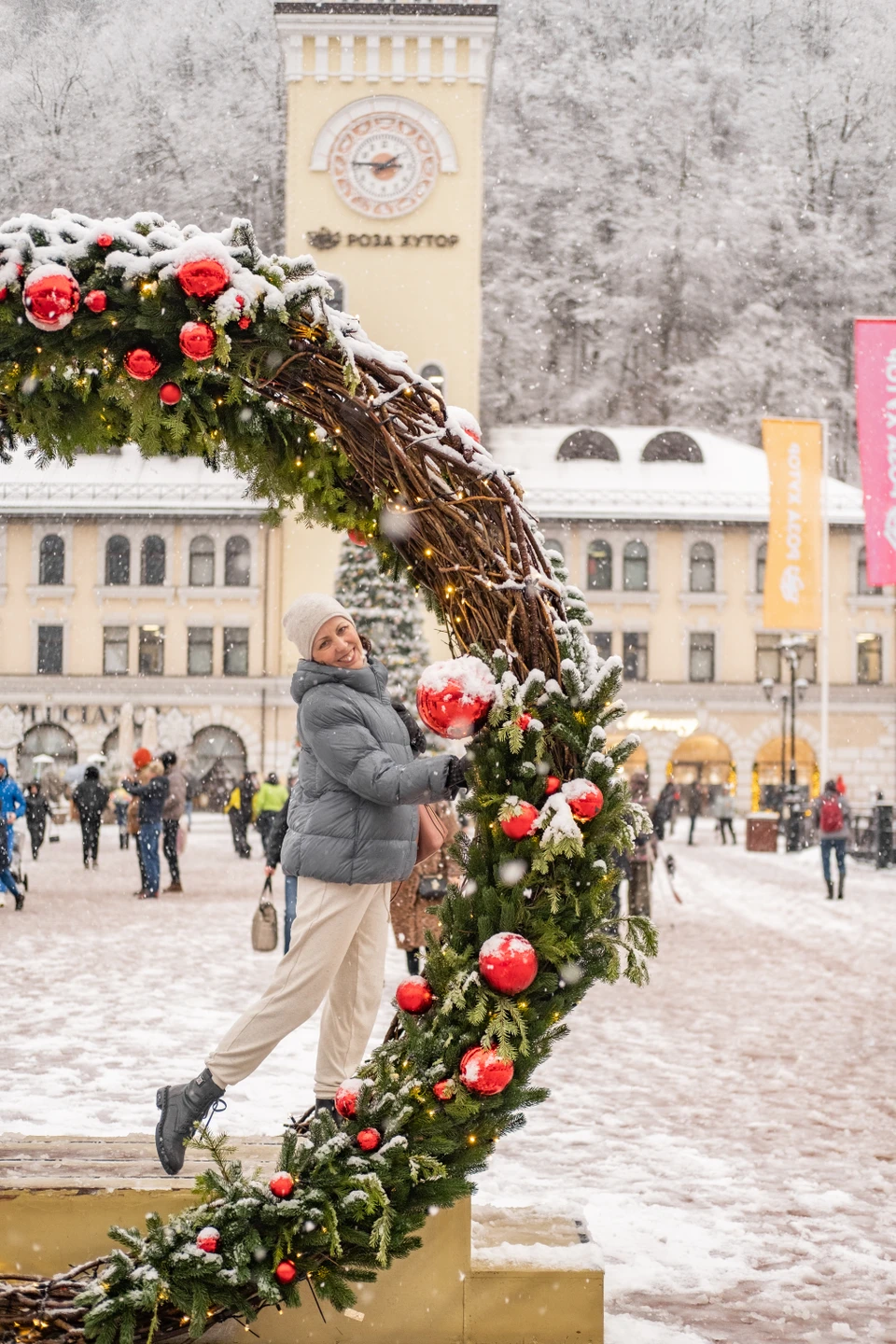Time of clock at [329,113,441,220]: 1:45
